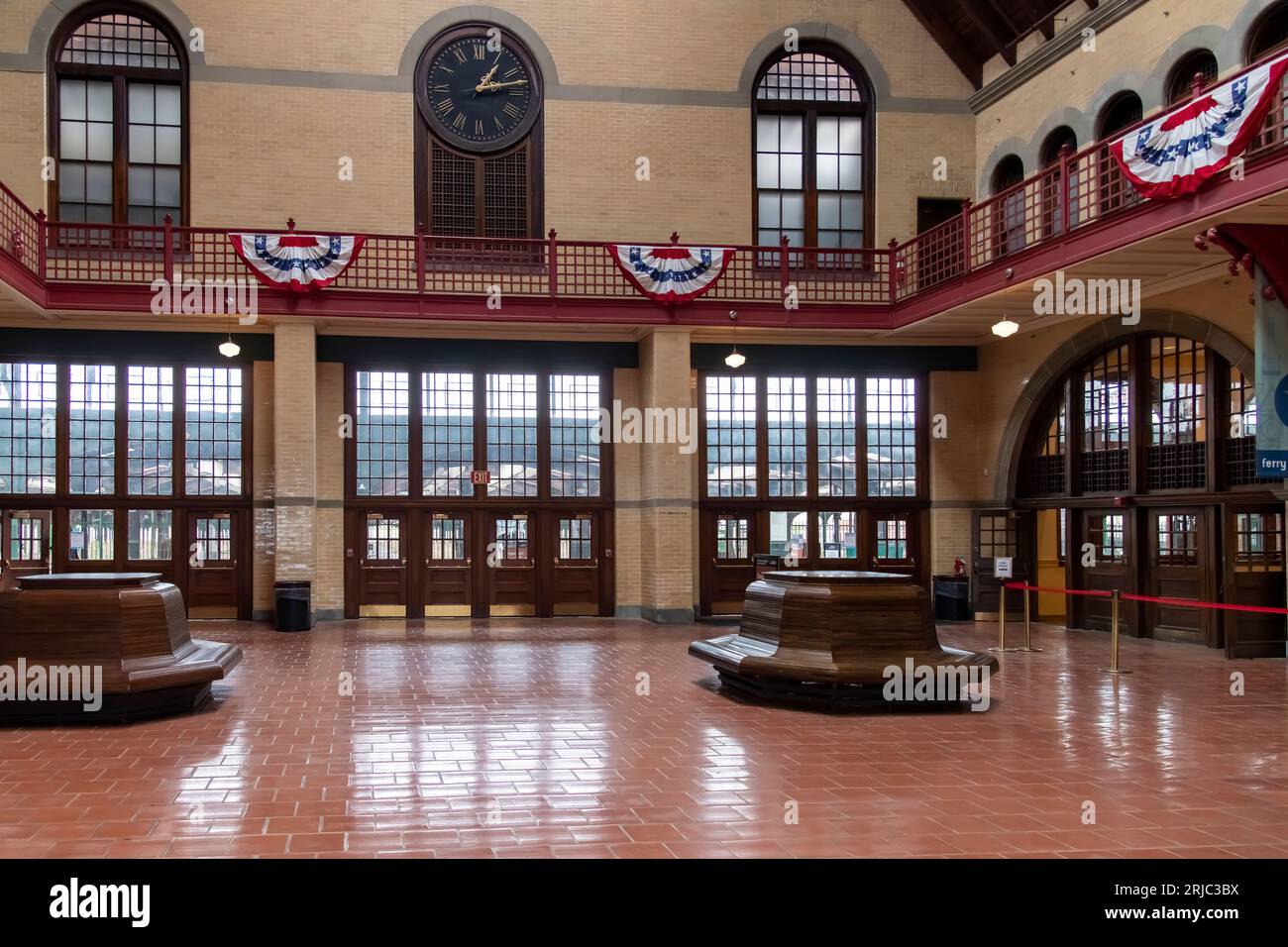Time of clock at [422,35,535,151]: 1:13
